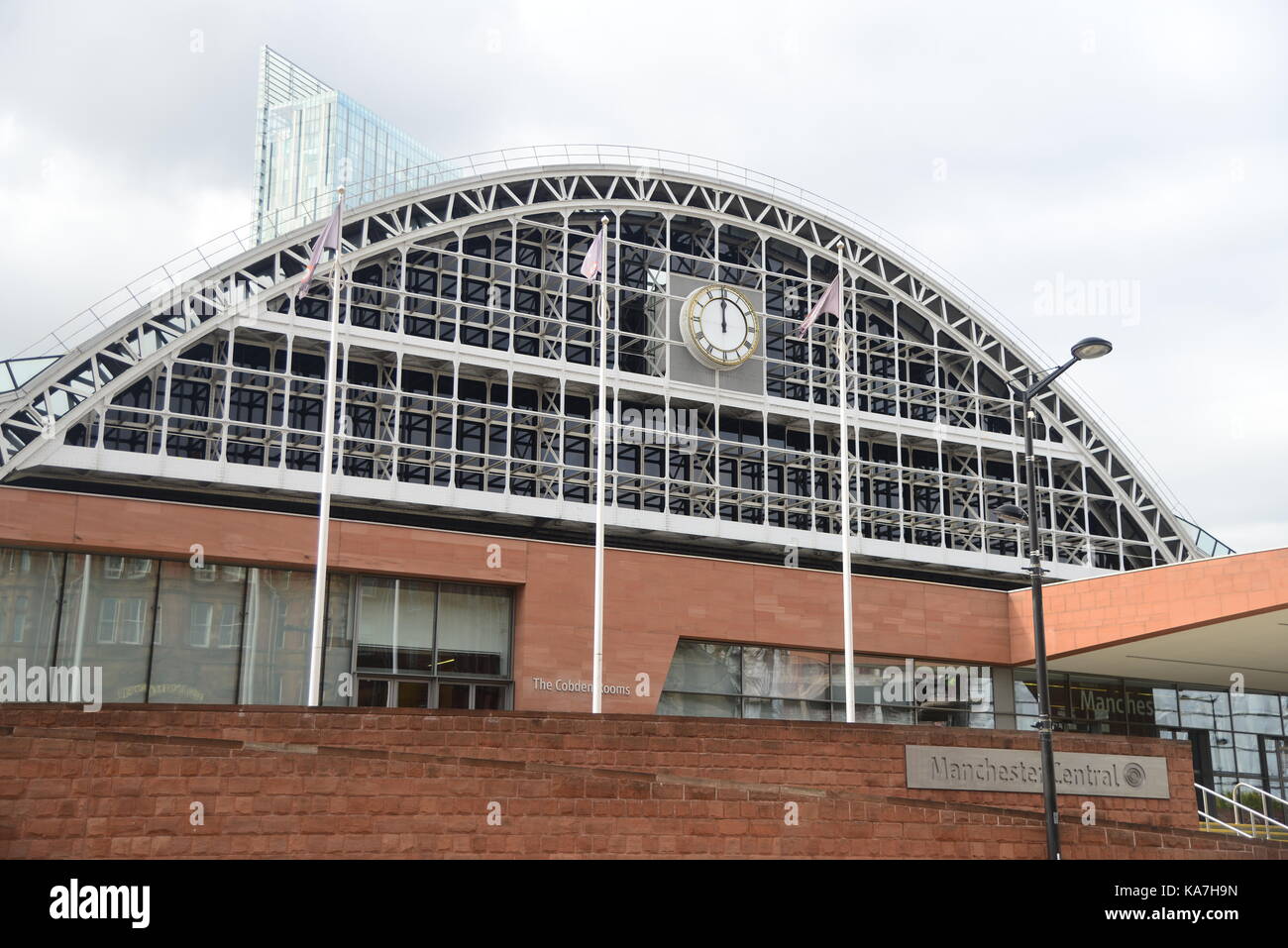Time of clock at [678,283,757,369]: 11:59
